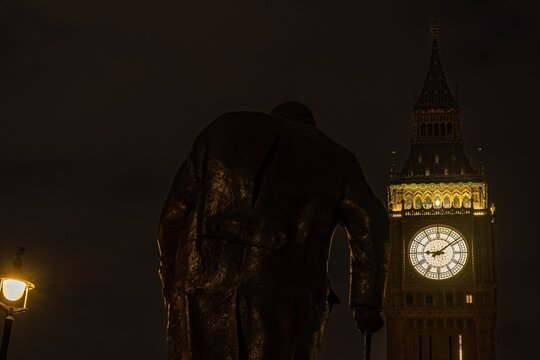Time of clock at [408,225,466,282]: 9:08
